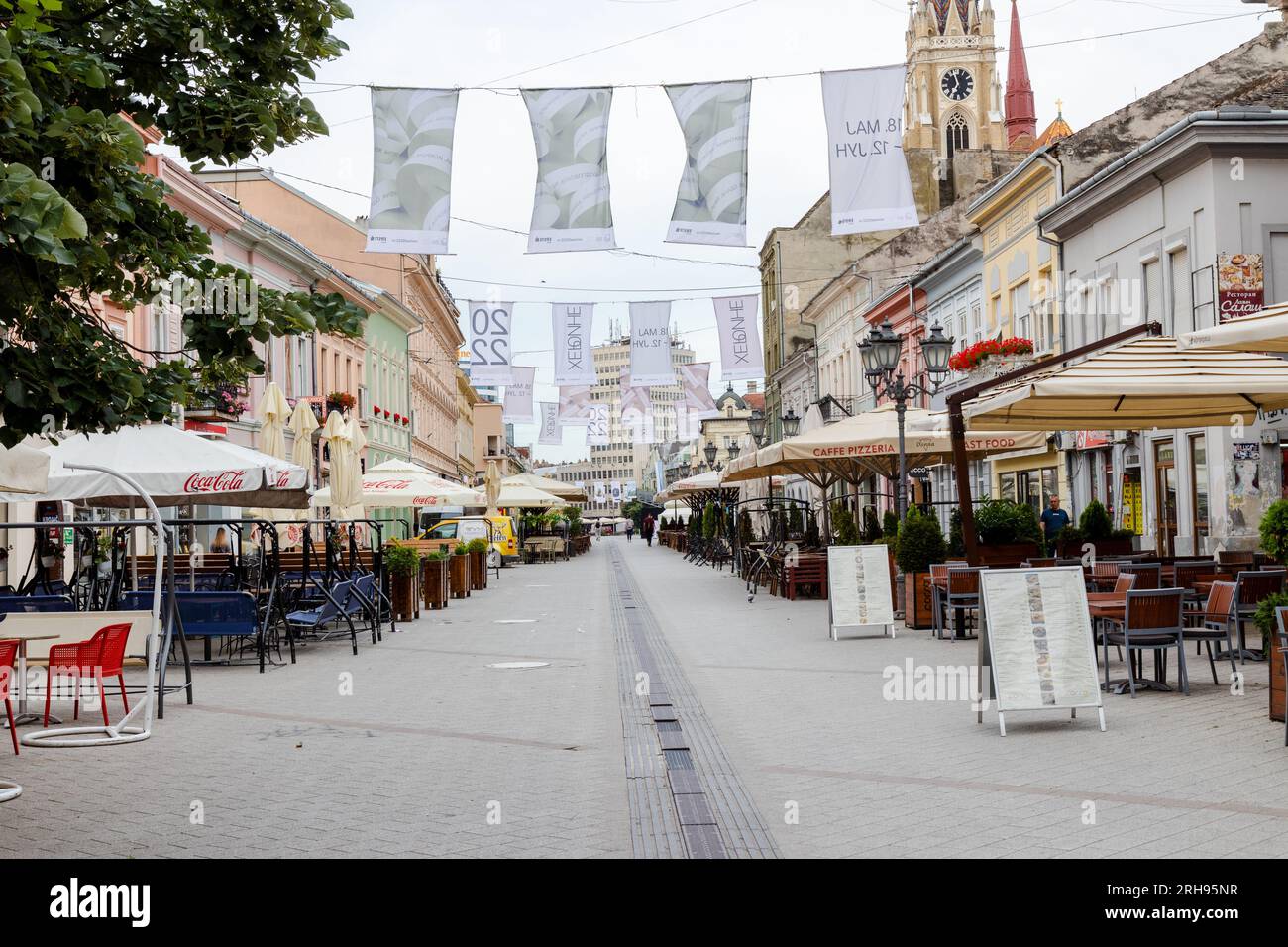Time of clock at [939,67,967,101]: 11:35
